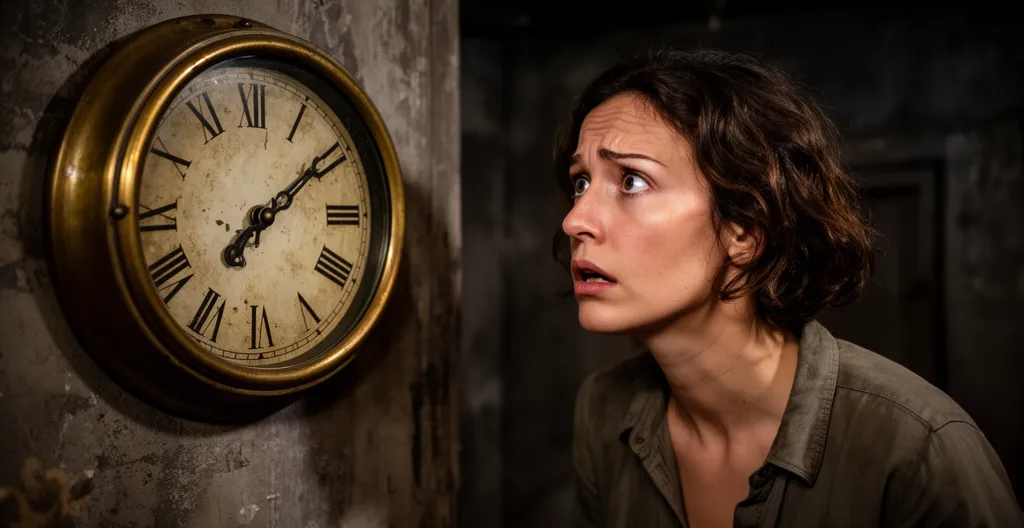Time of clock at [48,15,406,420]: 7:09
